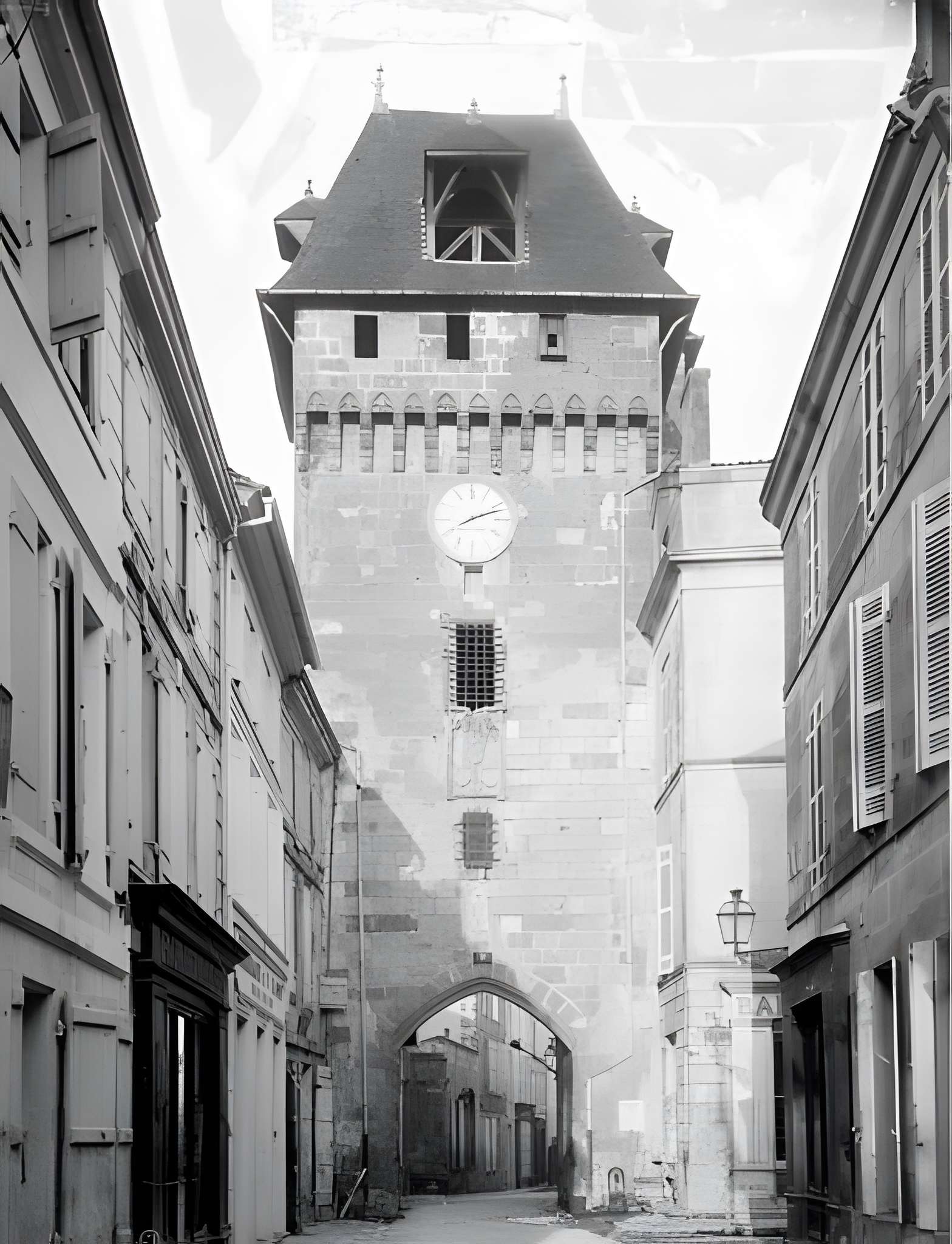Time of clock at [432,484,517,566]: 8:11
